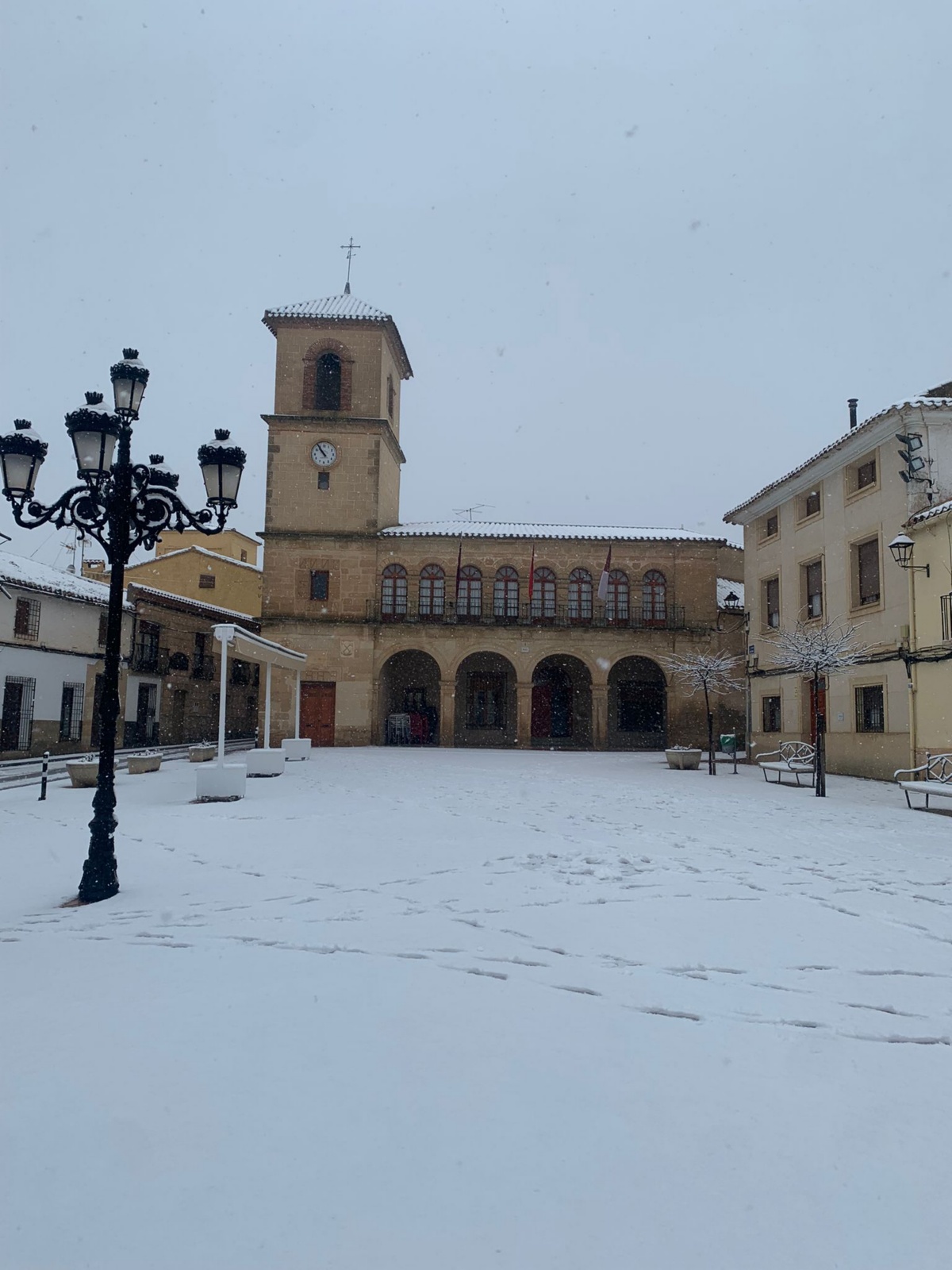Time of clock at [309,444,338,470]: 10:54
